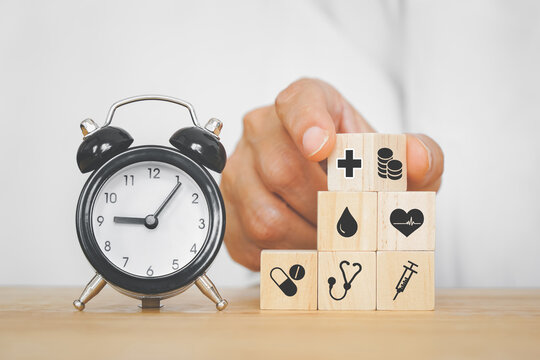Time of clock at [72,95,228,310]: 9:06
